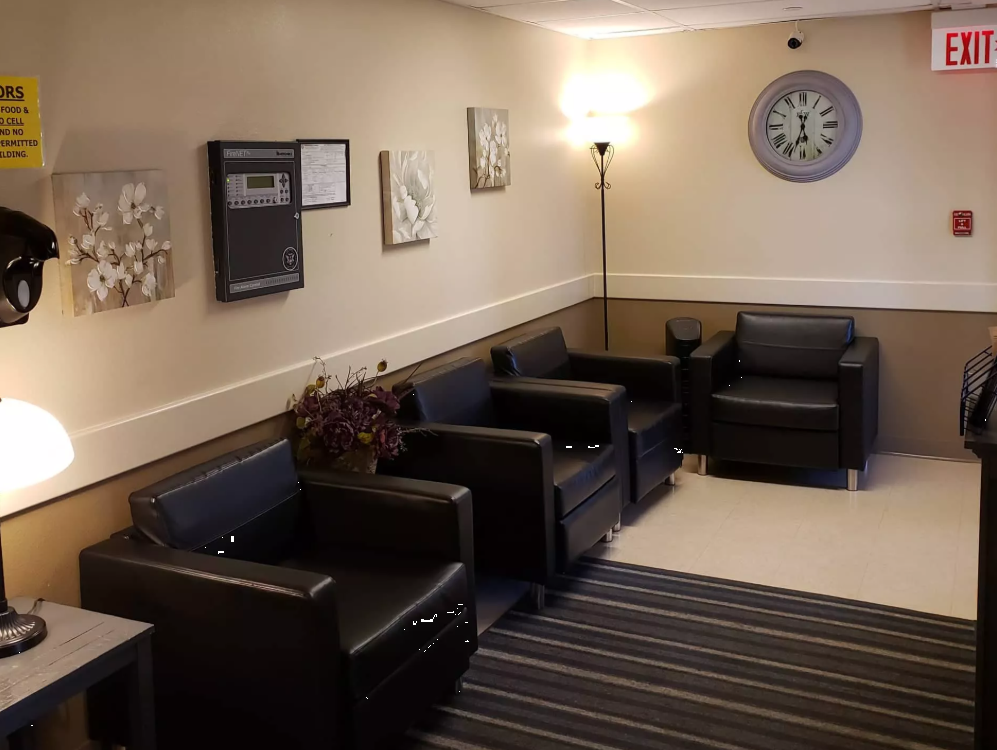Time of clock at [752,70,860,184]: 5:33
